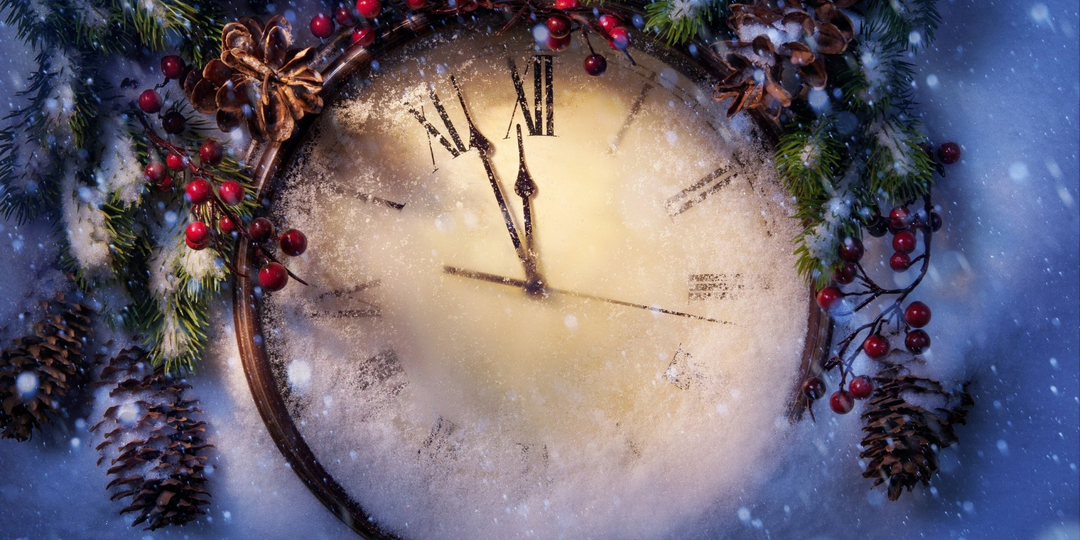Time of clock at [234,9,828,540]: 11:56
